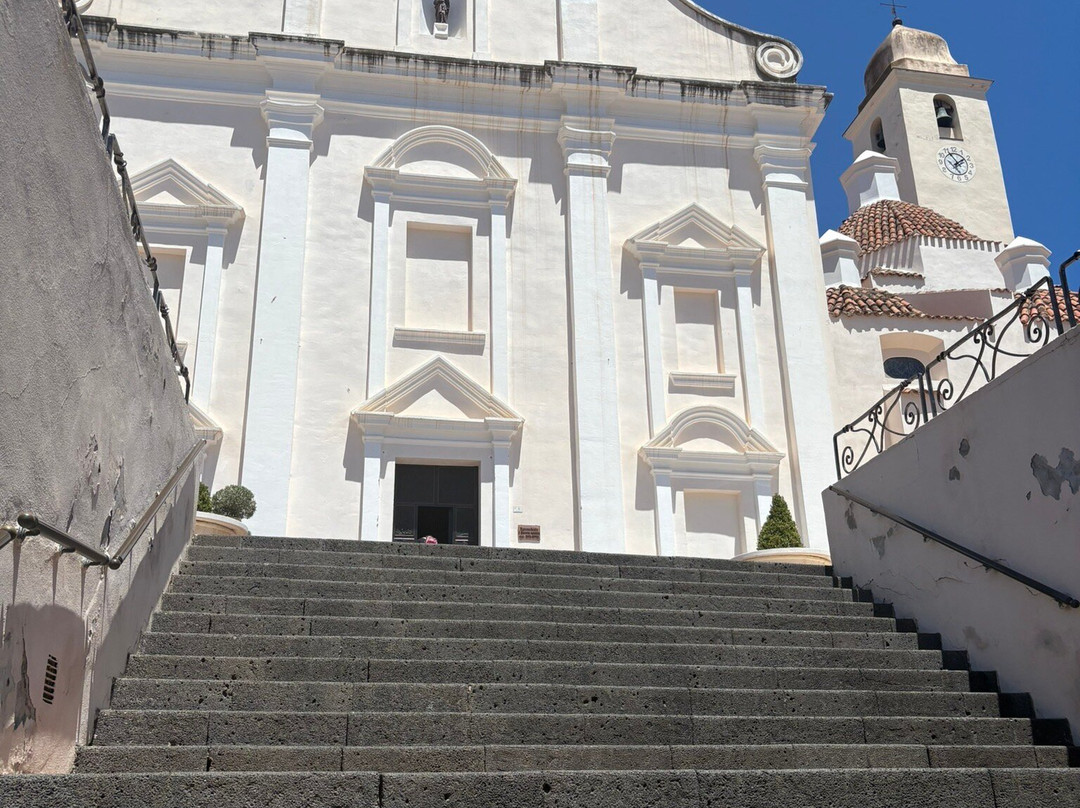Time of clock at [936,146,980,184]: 1:55
